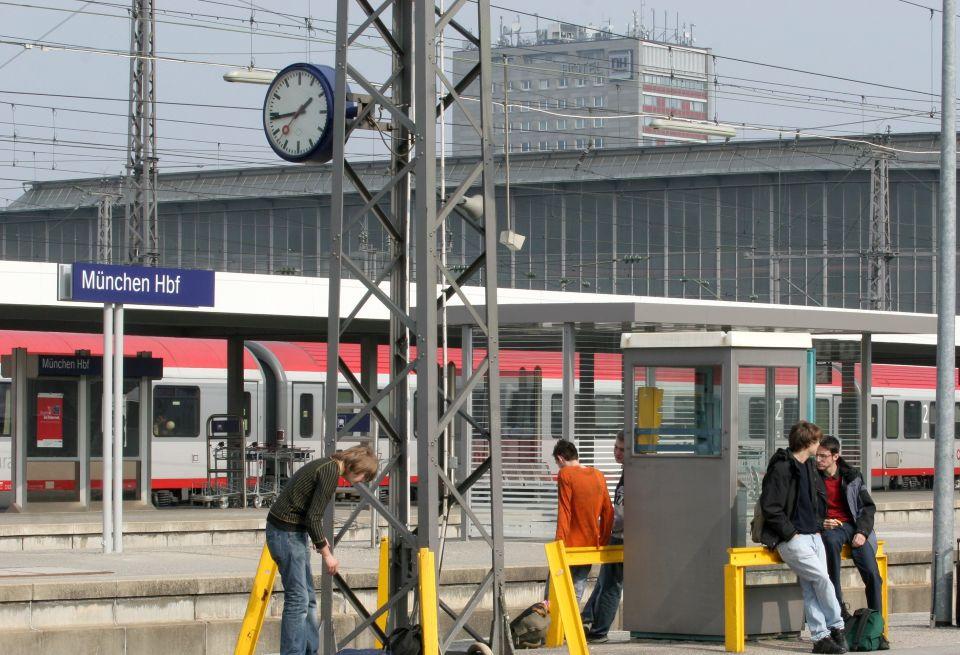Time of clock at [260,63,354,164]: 1:44
